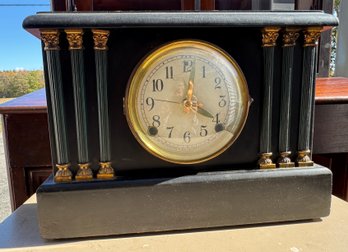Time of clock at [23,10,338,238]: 12:20
